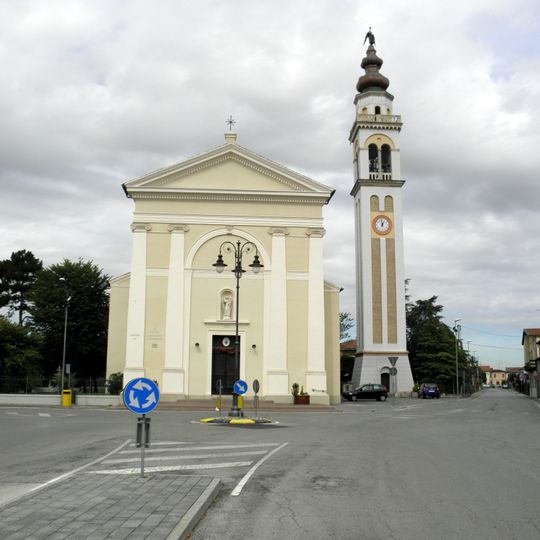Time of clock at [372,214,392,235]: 6:58
